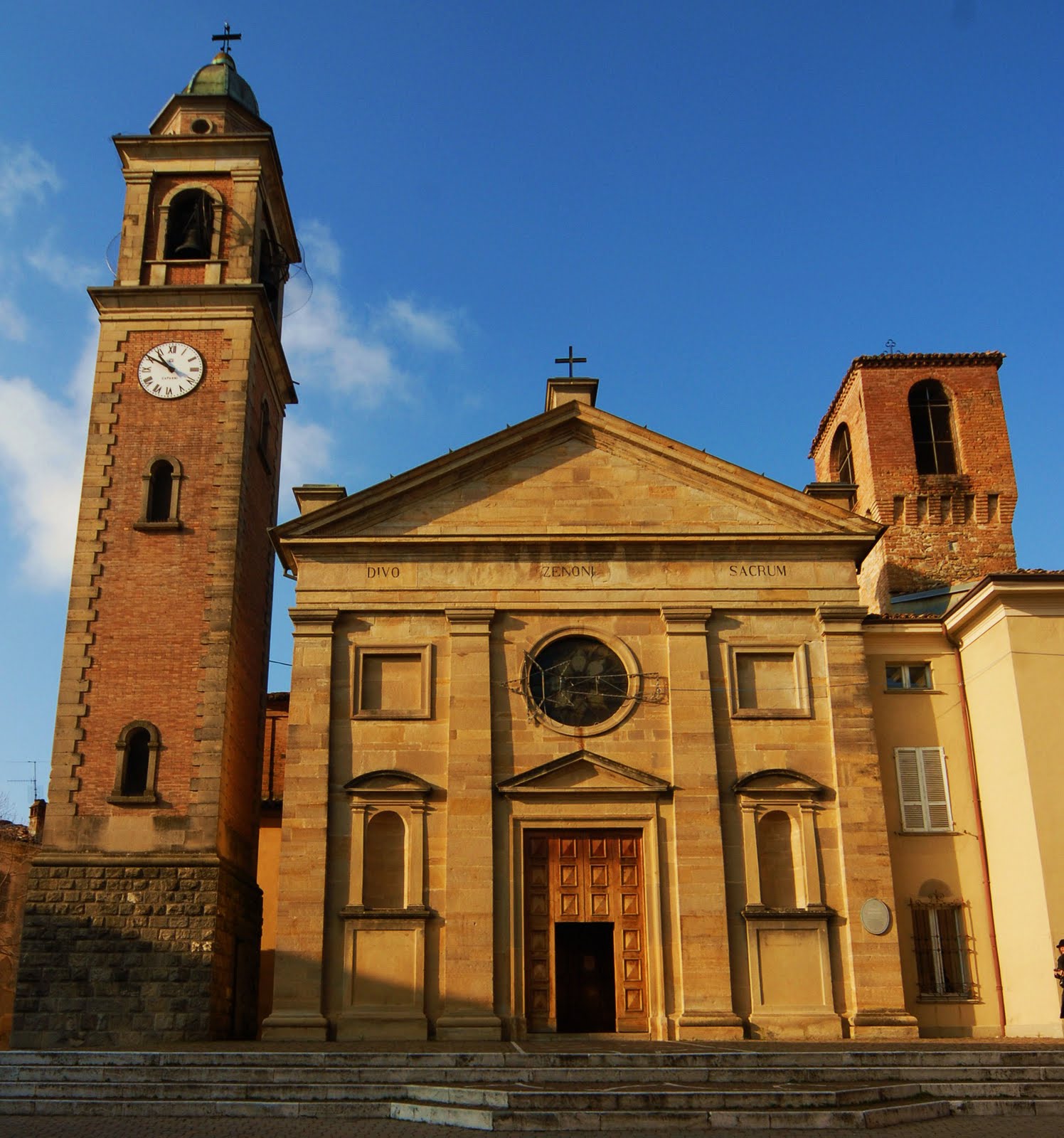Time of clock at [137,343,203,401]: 10:50
